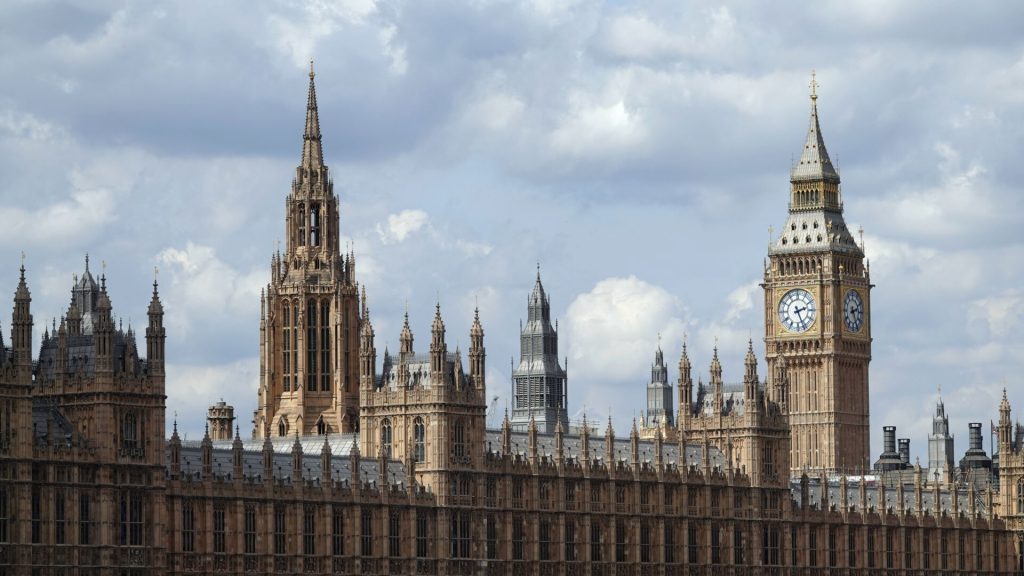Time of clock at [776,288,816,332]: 2:26
